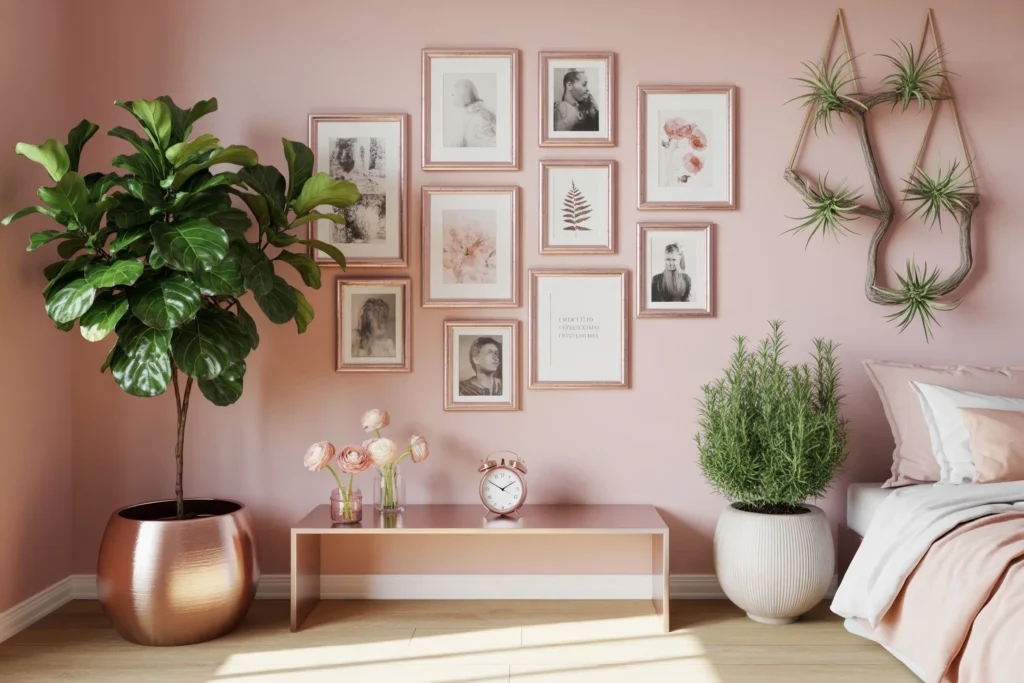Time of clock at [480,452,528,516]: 1:50
